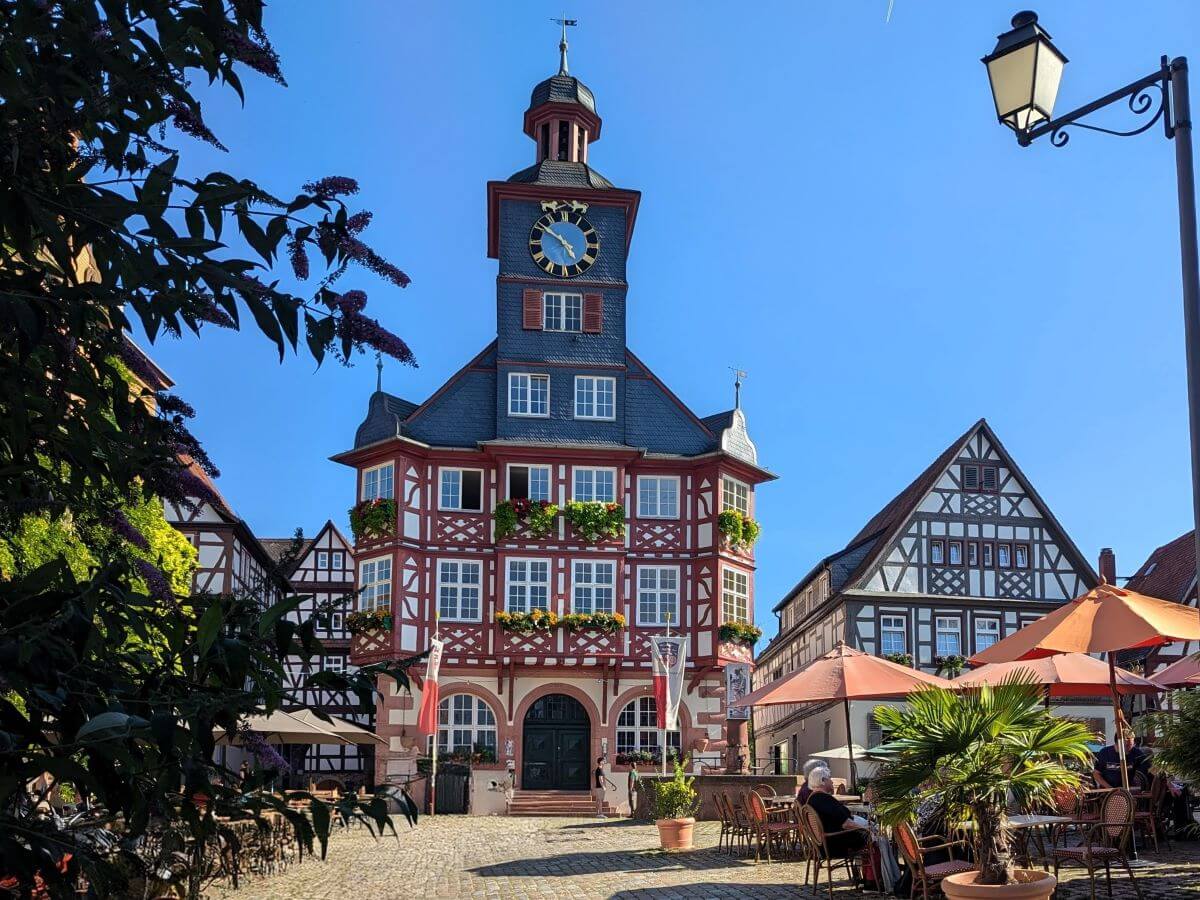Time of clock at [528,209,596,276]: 4:50
